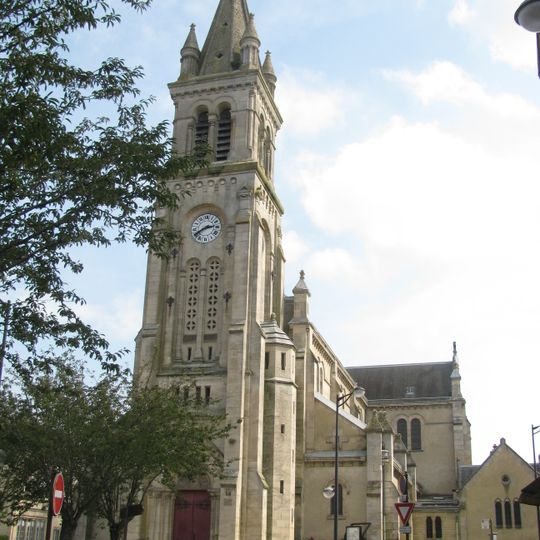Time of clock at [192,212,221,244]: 2:40
